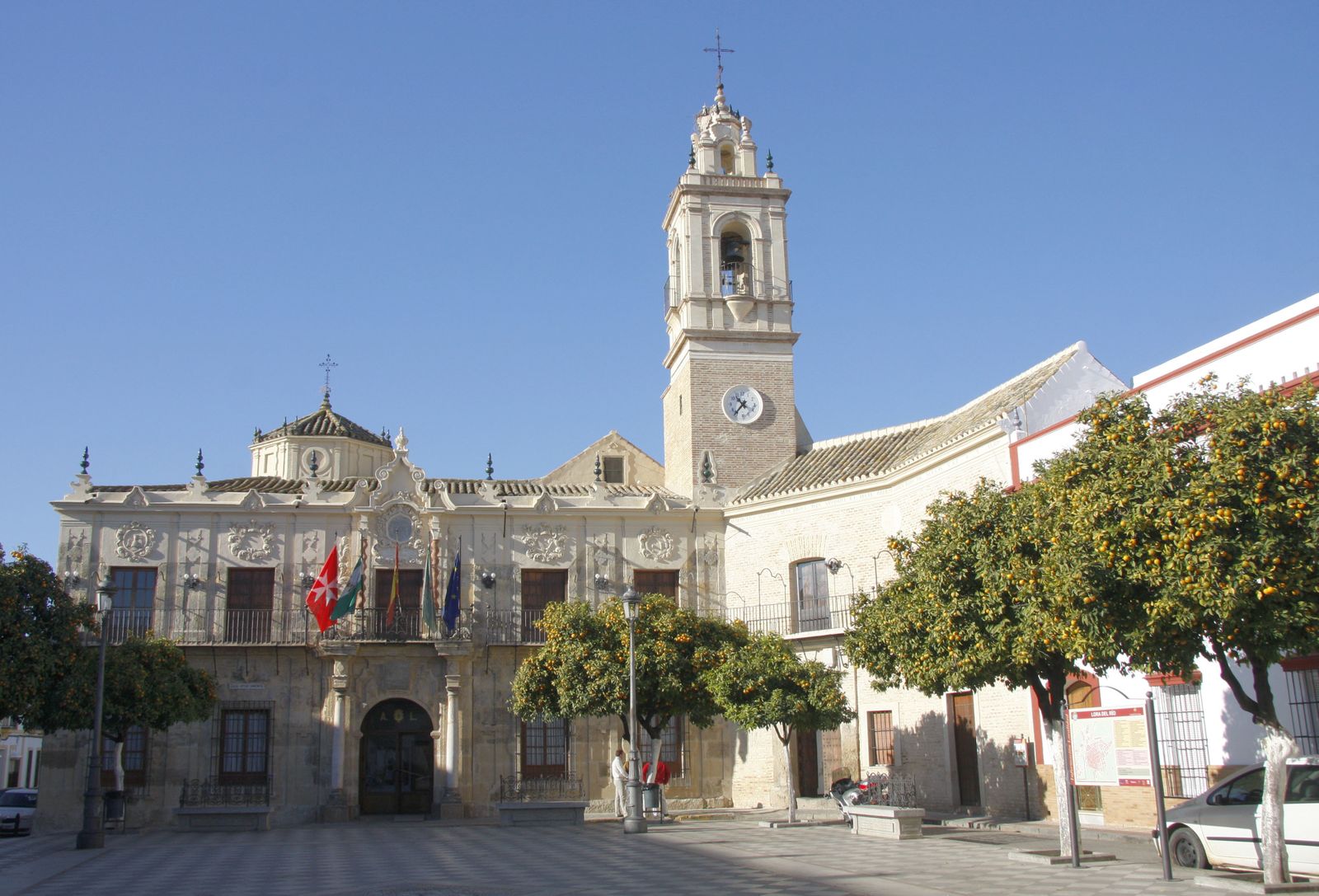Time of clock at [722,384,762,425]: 10:36
